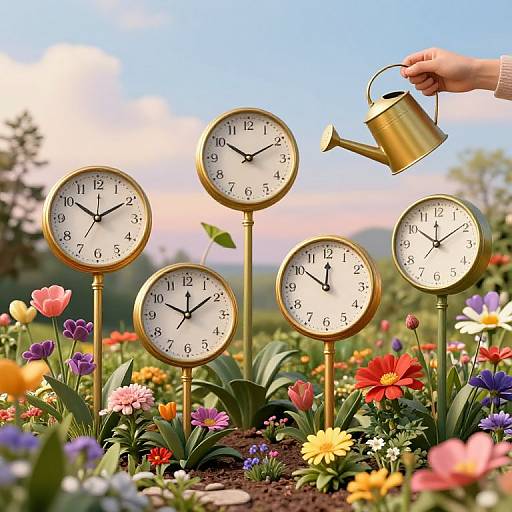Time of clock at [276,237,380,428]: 11:50
